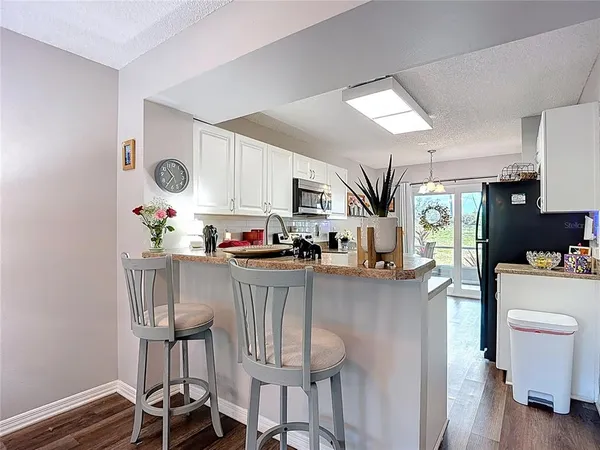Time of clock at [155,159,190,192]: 10:36
